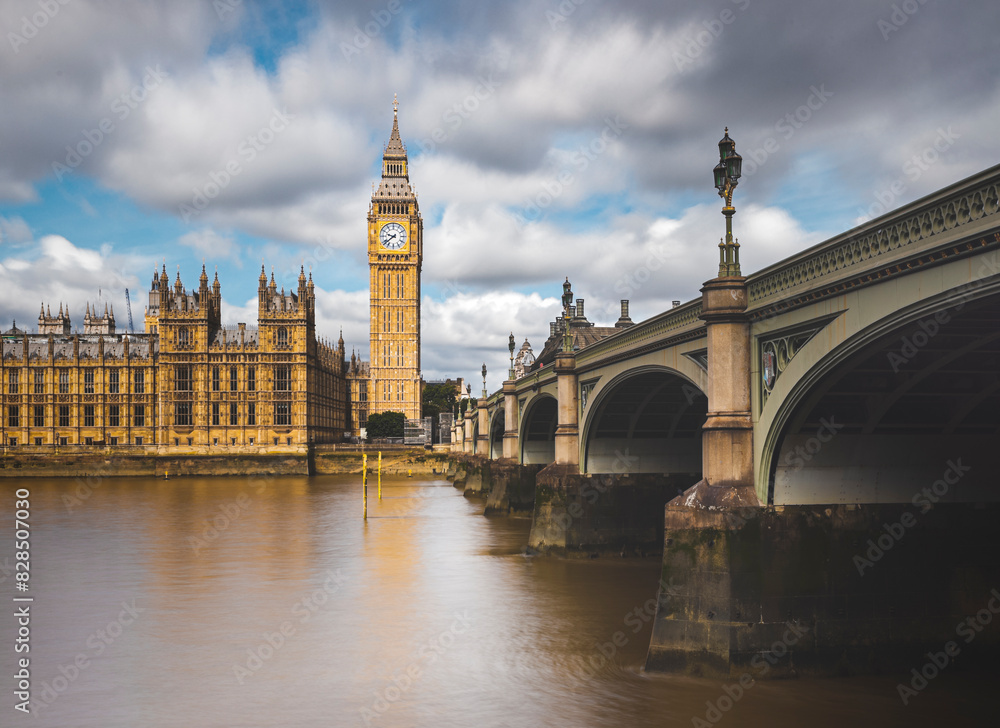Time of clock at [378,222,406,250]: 9:38
